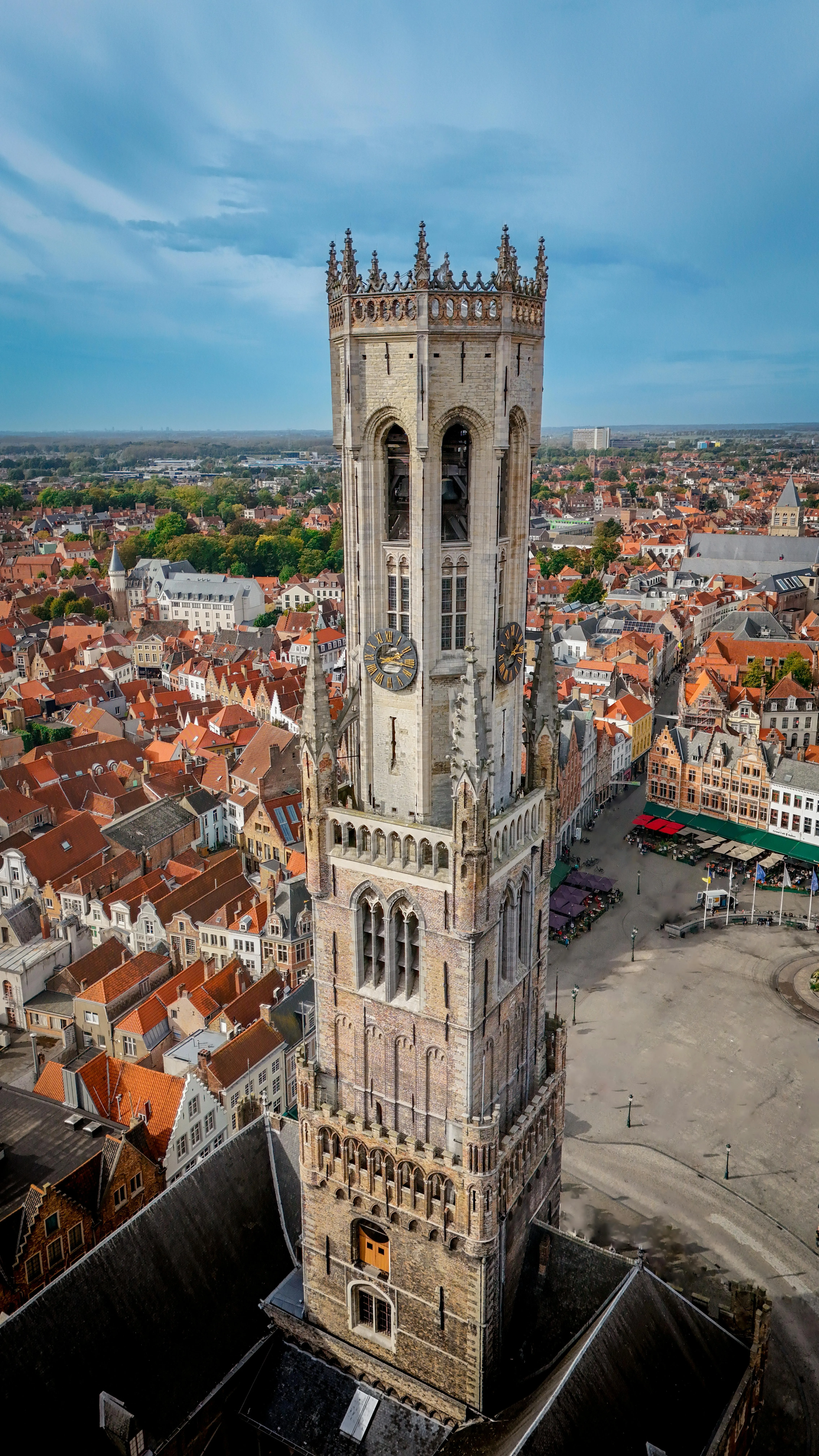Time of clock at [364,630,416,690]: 2:16
